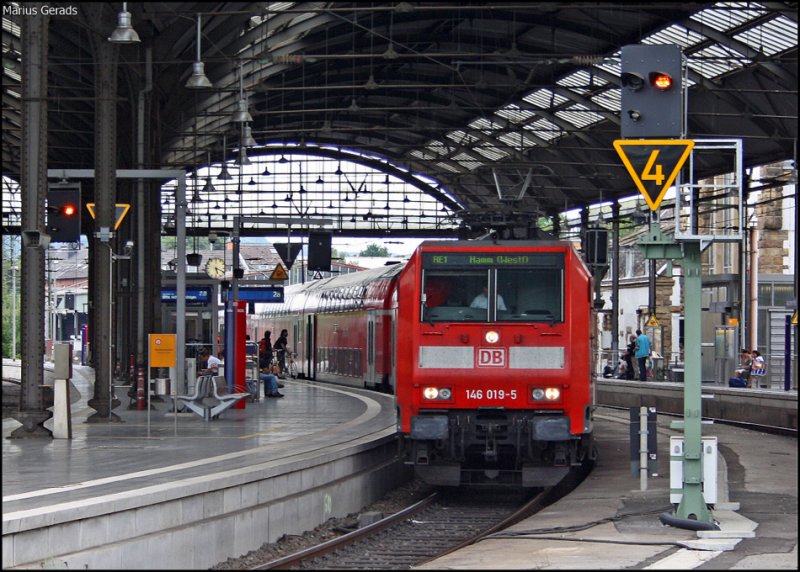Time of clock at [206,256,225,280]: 5:18
